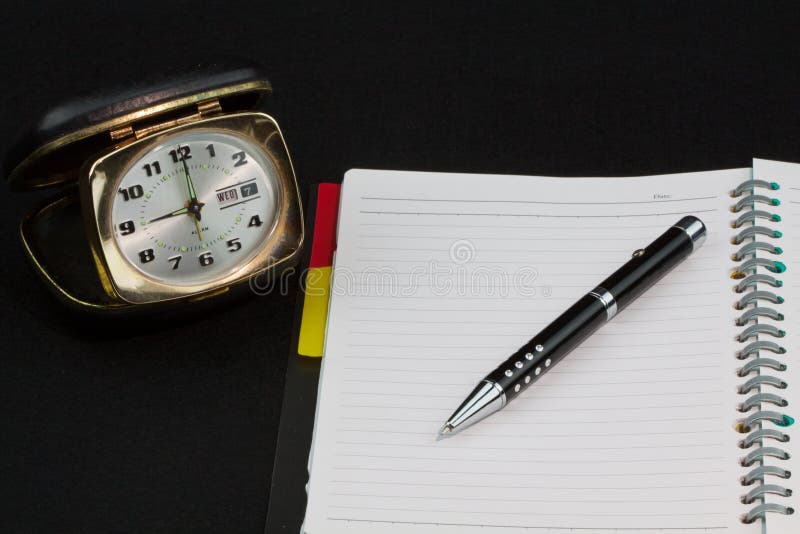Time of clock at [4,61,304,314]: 9:00
